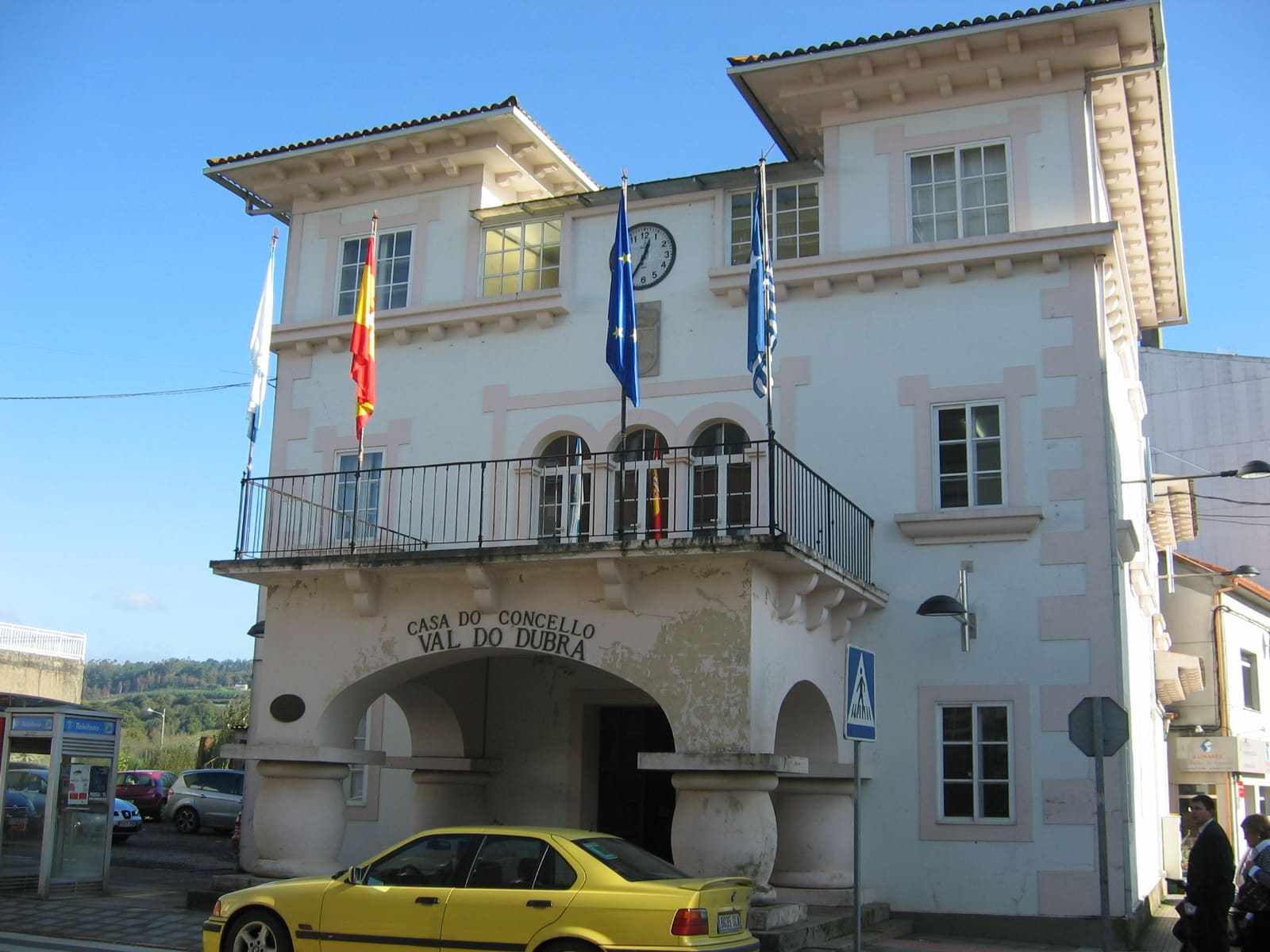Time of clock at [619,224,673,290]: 12:34
